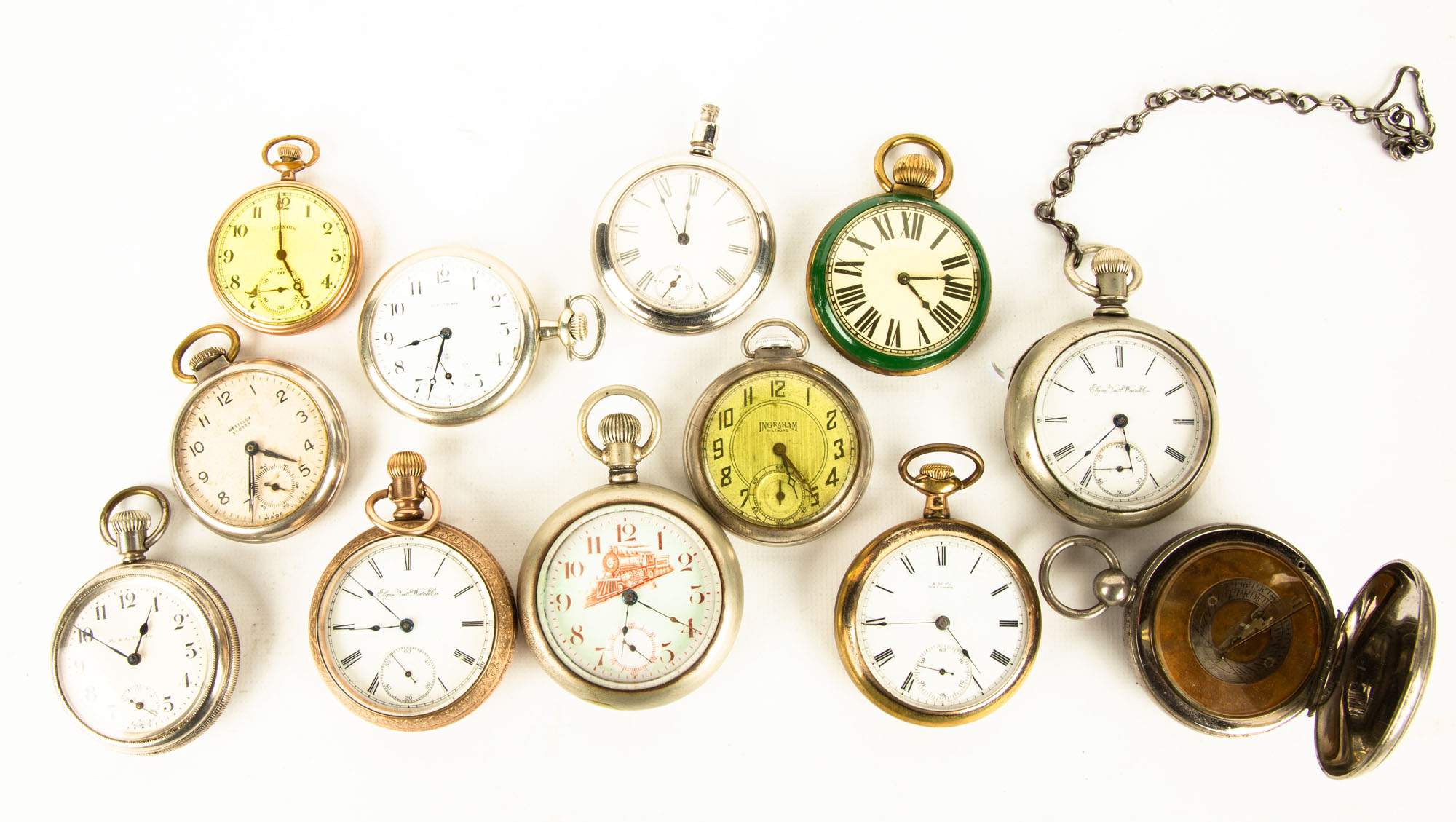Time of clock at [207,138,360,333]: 4:59
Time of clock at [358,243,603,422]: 8:33
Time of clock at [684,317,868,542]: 5:23
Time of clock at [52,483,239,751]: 12:50
